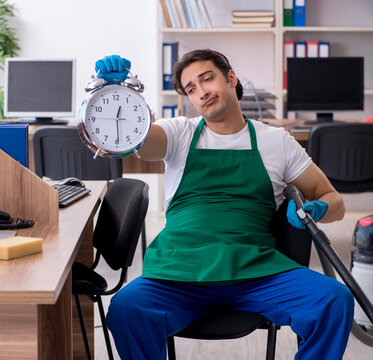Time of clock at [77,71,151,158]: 12:29
